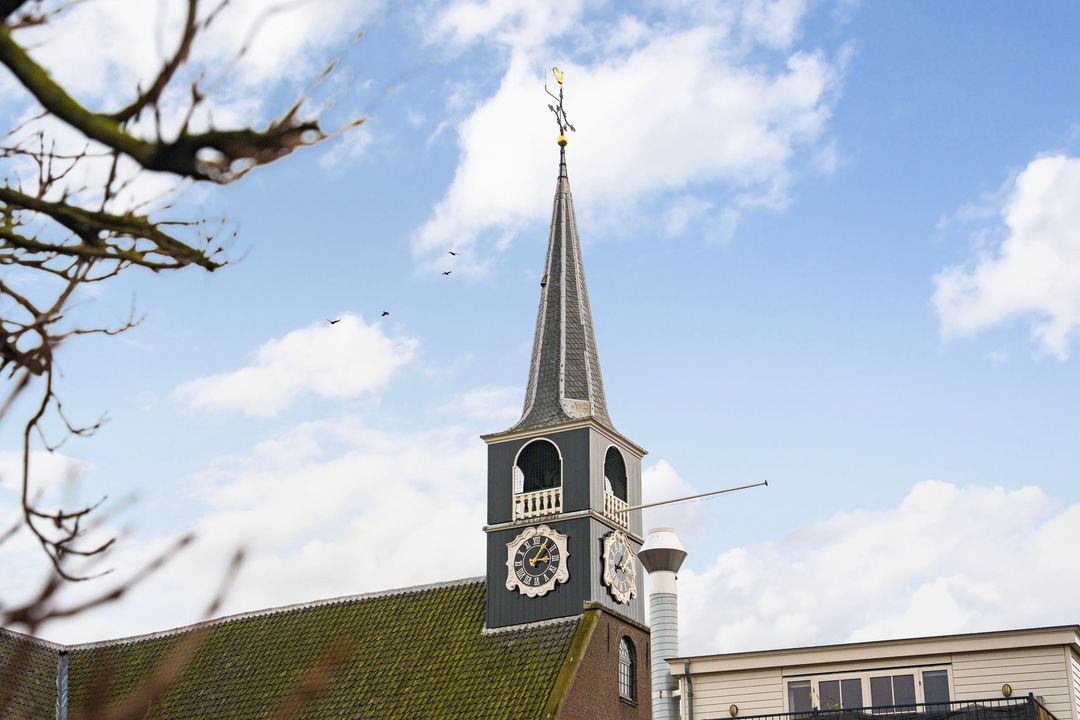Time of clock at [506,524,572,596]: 3:04
